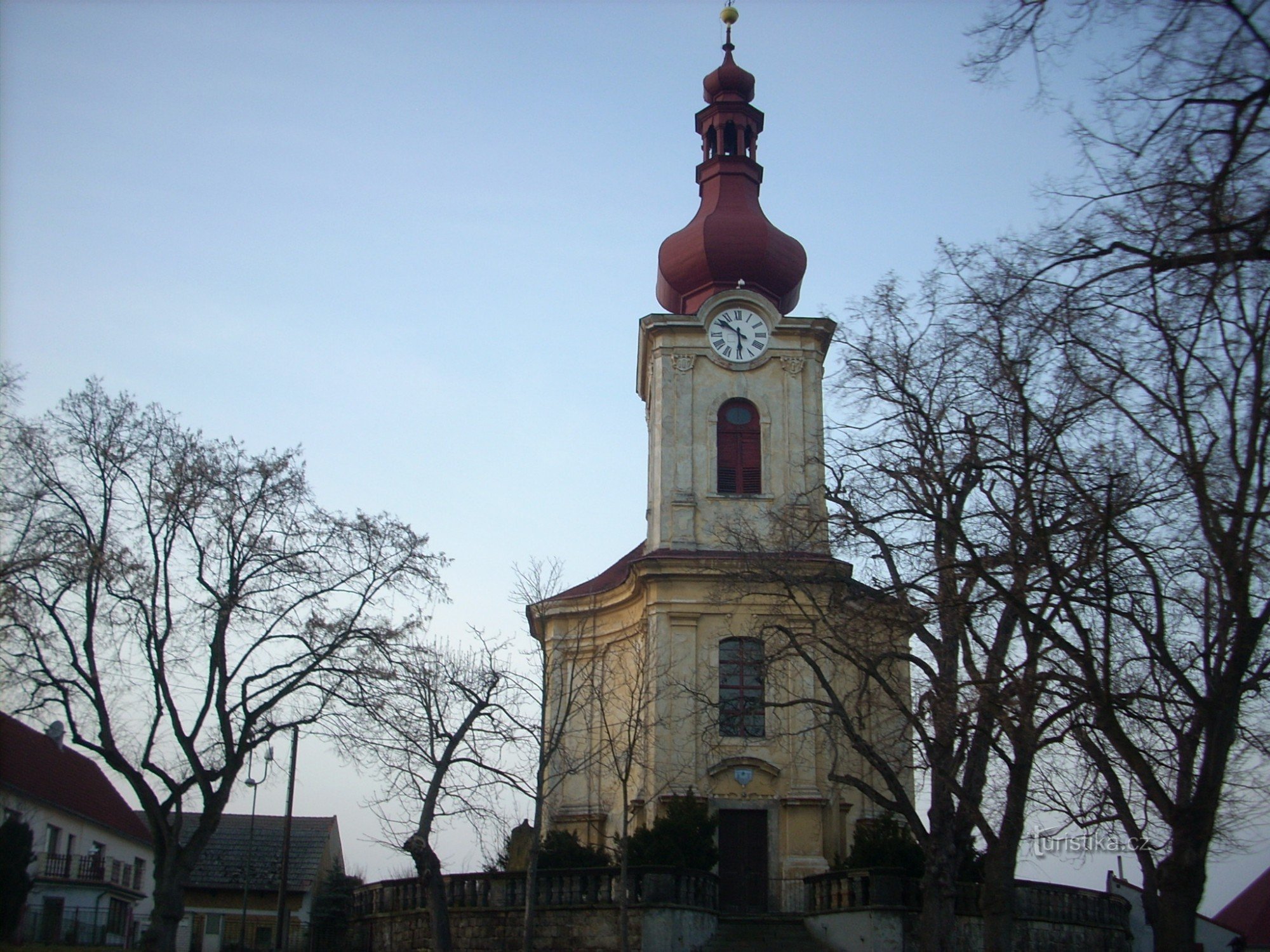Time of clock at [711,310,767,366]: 5:51
